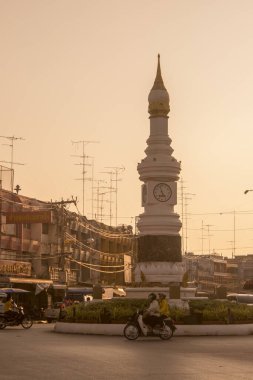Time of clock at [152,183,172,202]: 4:57
